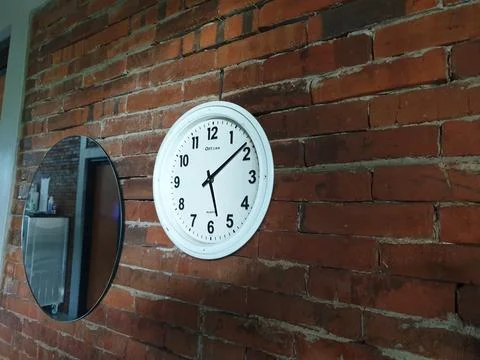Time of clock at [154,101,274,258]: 5:08
